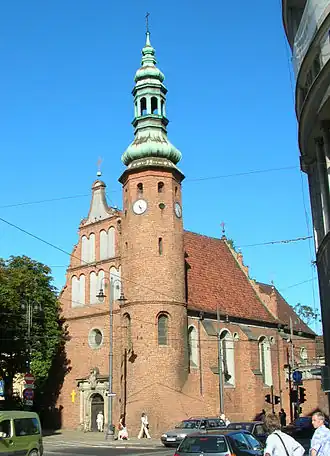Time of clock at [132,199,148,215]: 4:26
